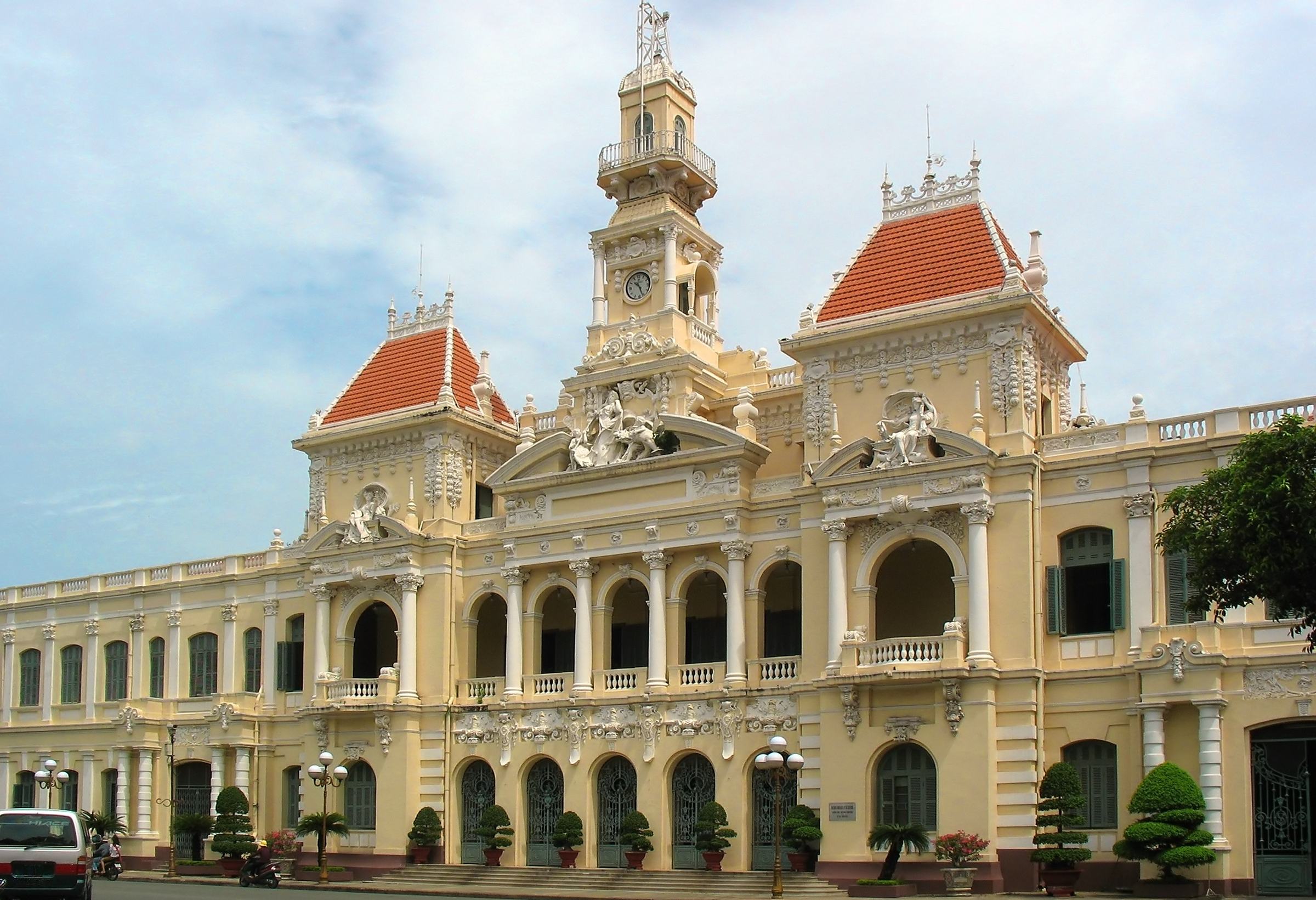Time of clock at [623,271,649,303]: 10:26
